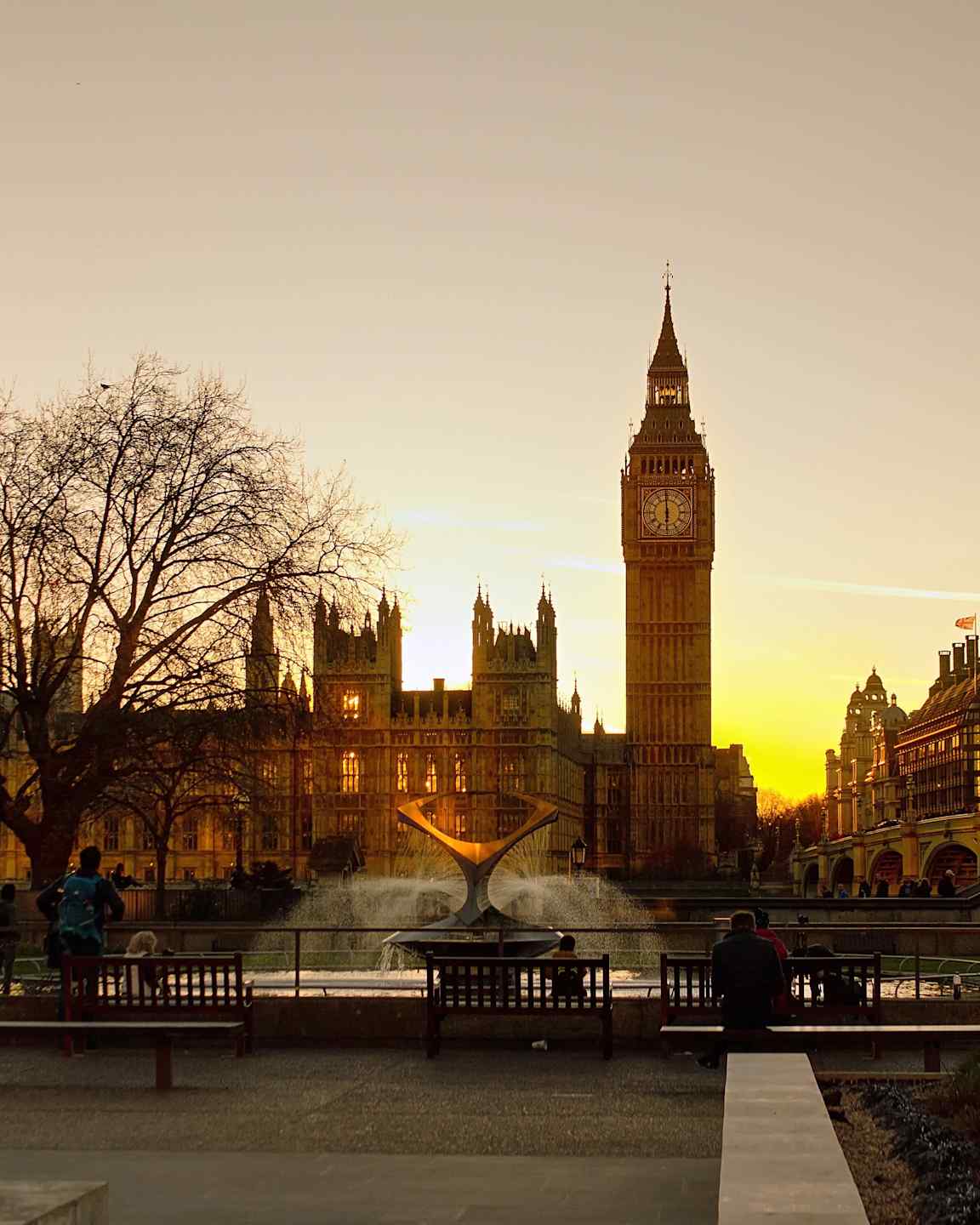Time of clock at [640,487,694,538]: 5:59
